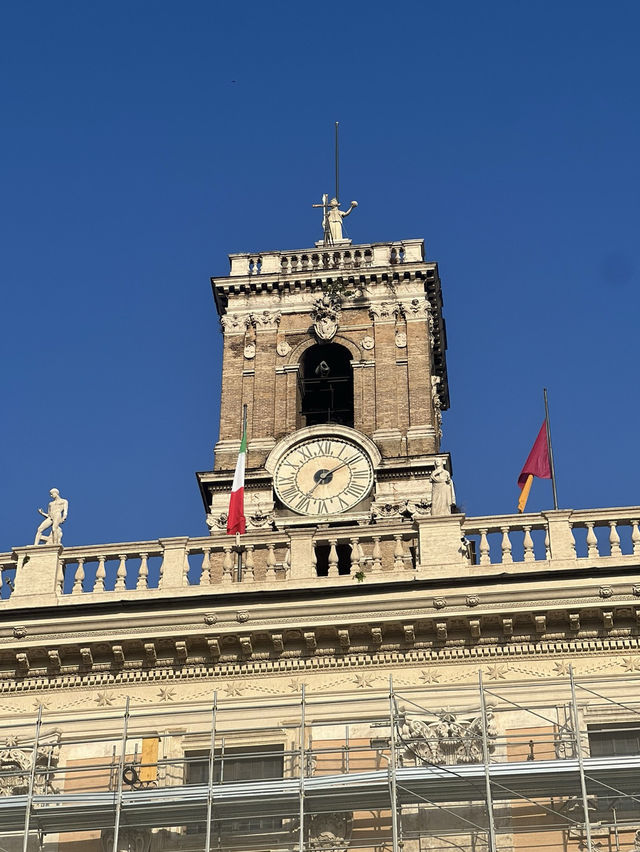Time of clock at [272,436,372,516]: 7:09
